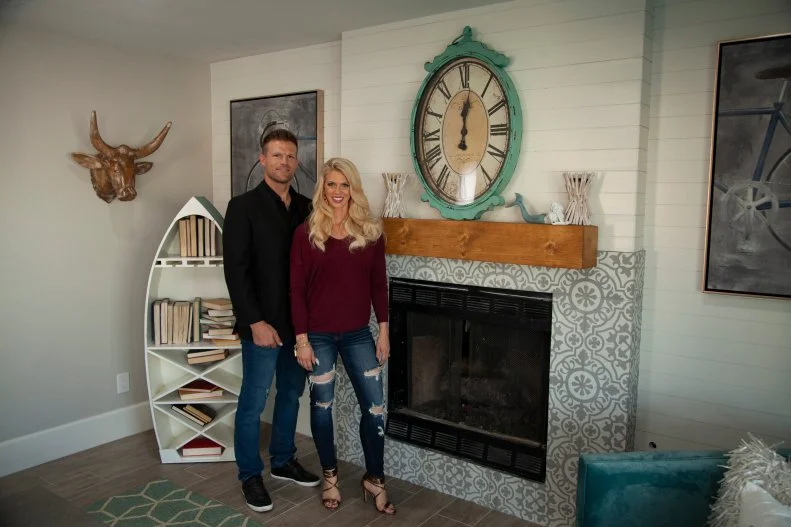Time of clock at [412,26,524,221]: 12:01
